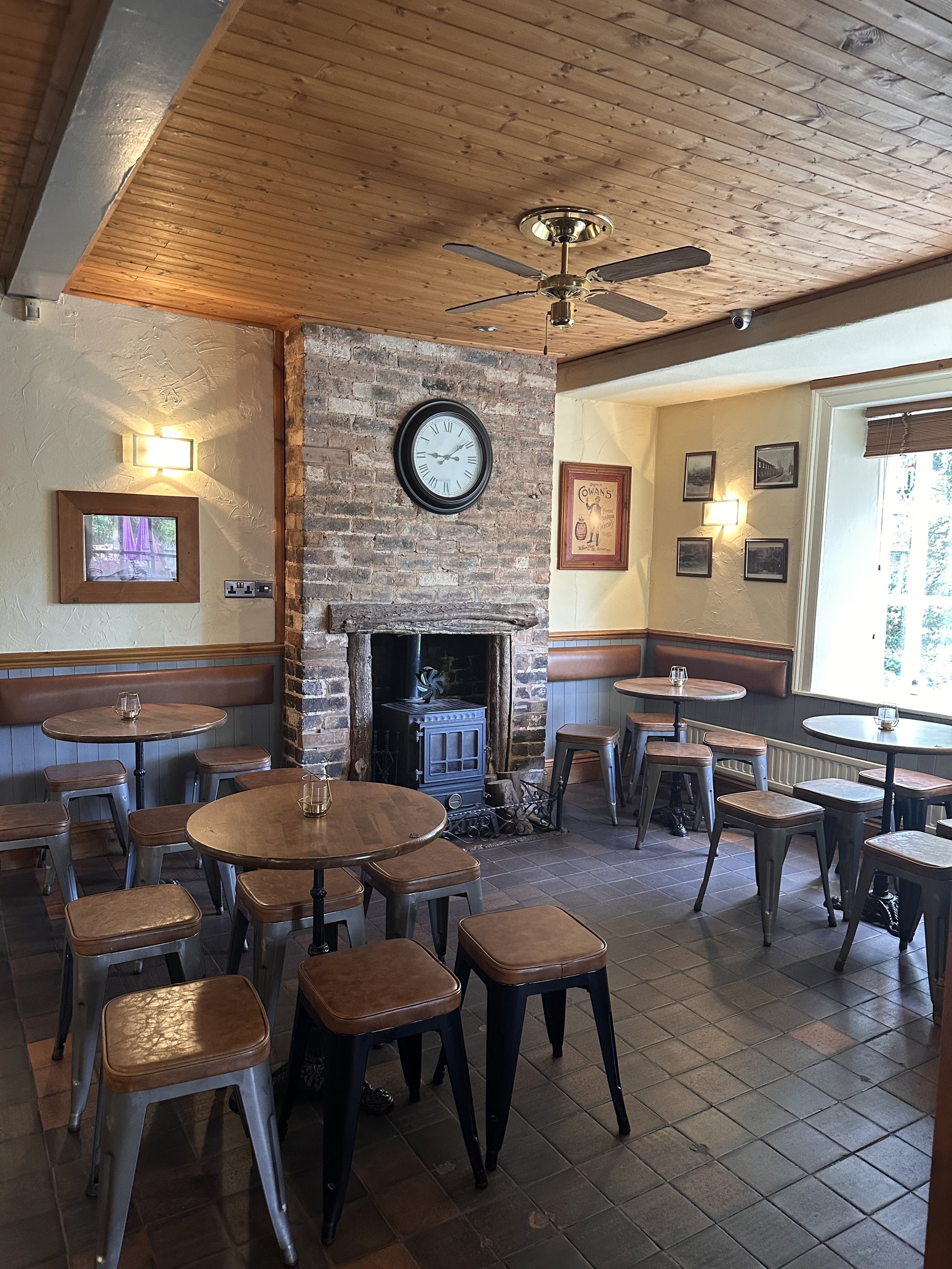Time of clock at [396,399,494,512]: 9:09
